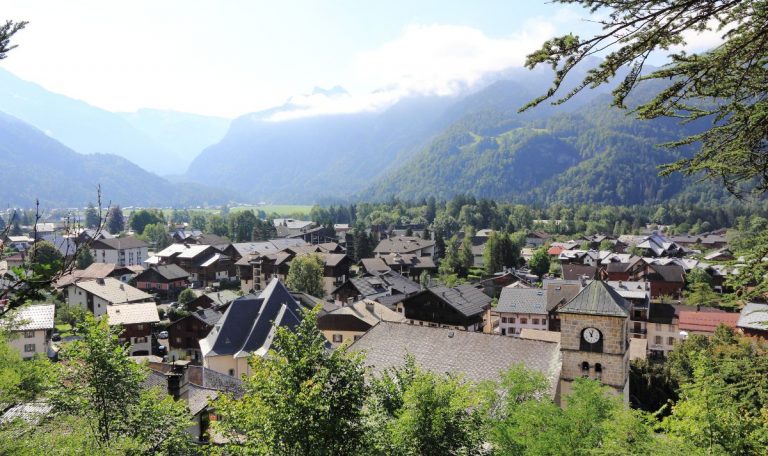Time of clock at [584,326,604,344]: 11:02
